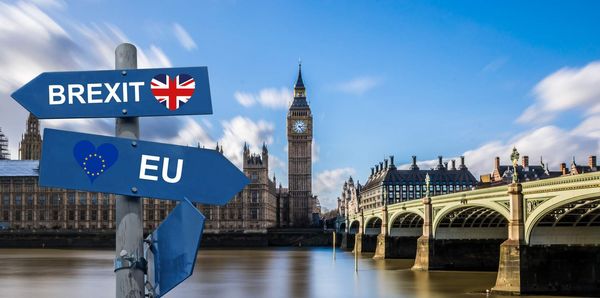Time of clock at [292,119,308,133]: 2:23
